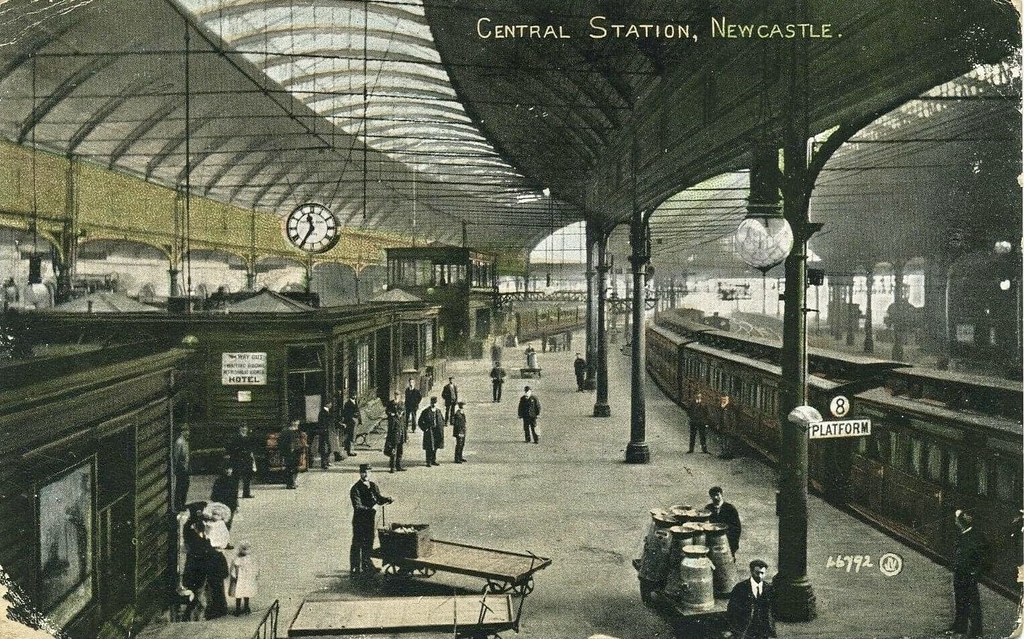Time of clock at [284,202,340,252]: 11:35
